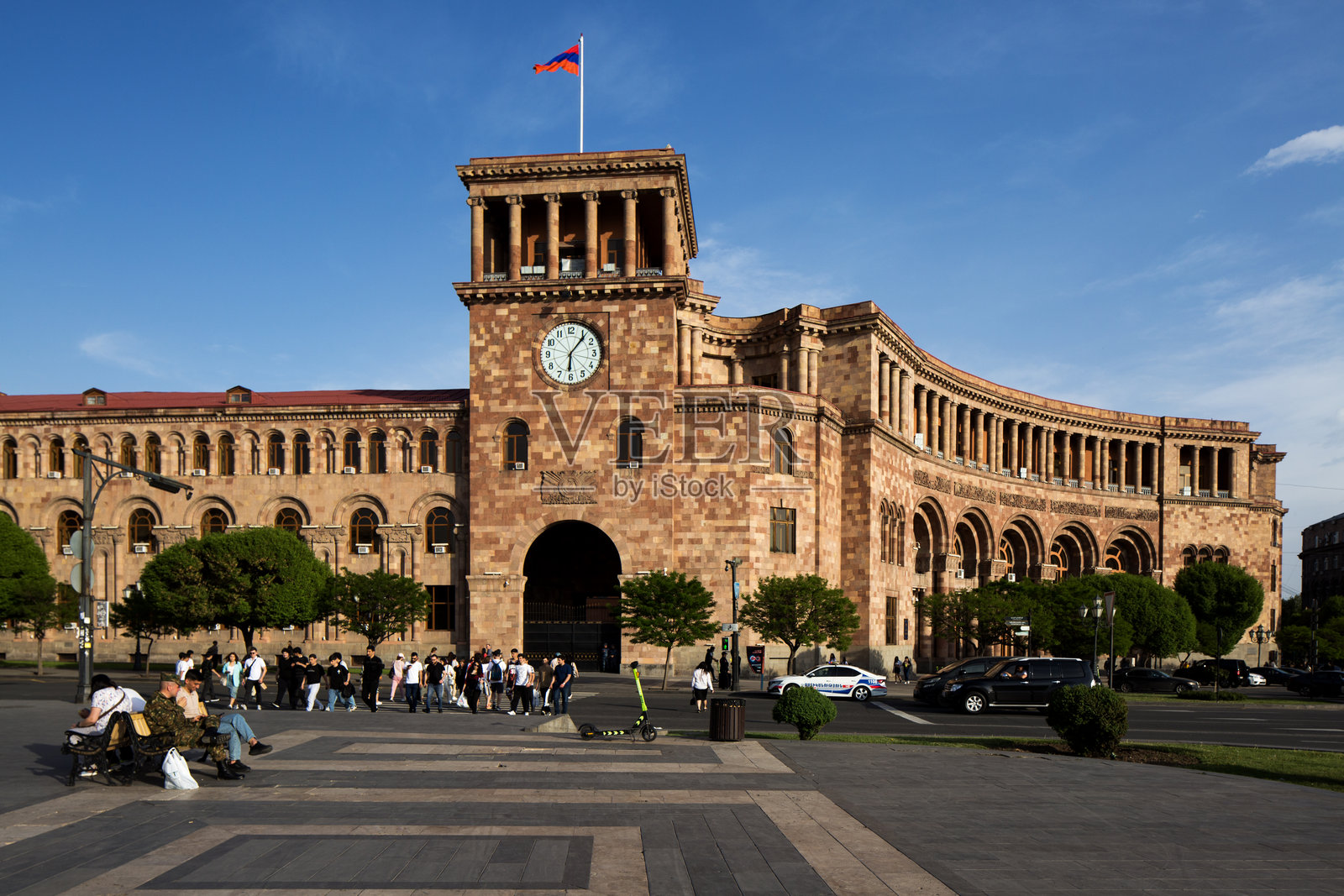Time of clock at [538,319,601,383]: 6:06
